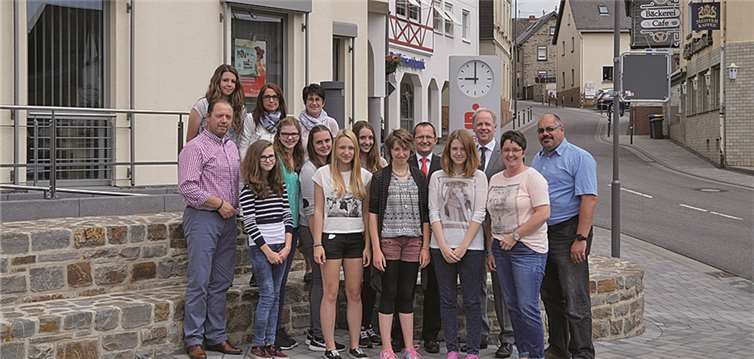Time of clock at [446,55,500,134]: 9:00
